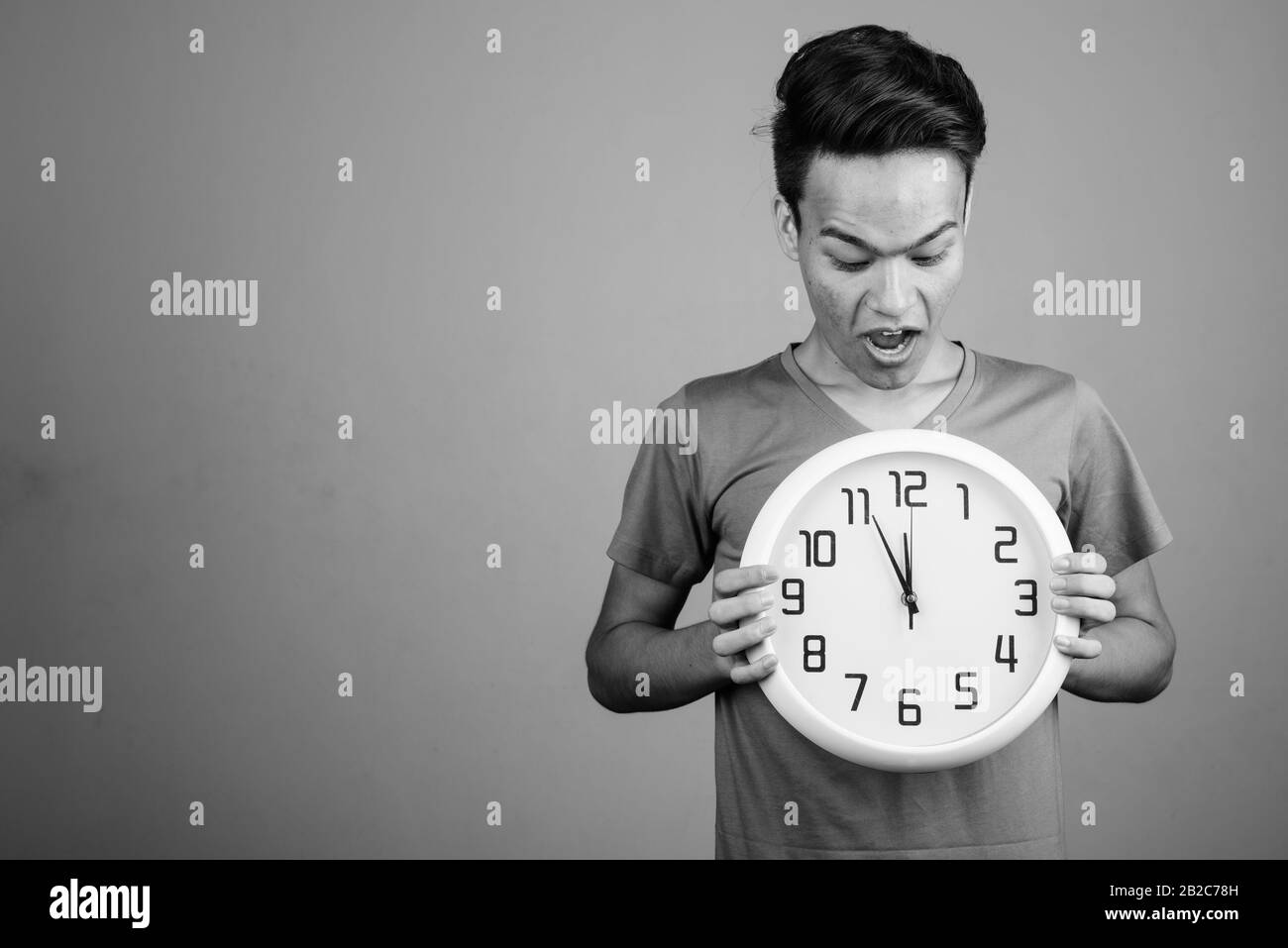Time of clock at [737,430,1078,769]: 11:55
